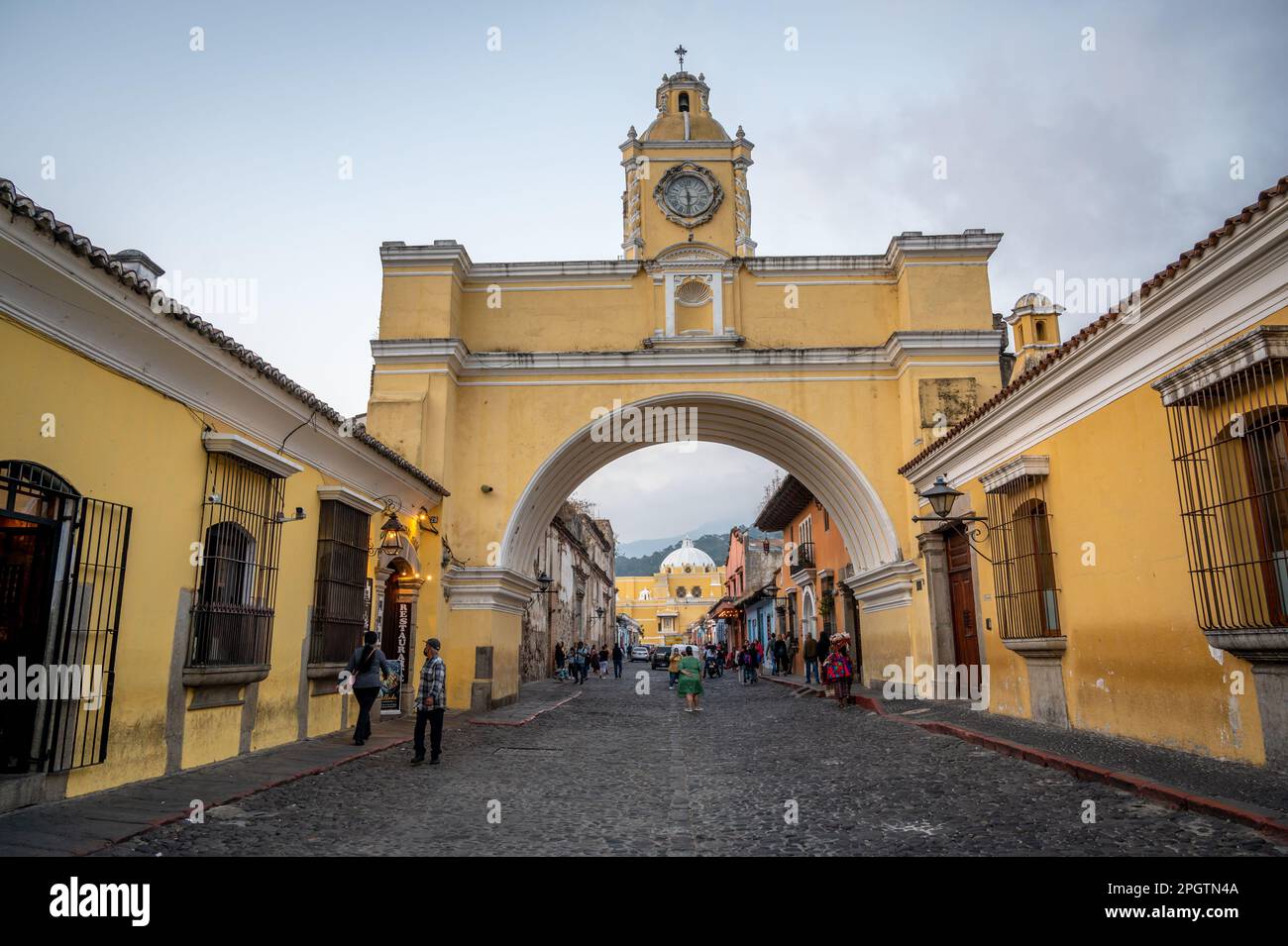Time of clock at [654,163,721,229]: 5:57
